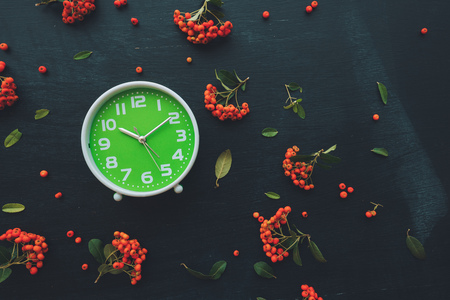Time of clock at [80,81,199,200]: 10:09
